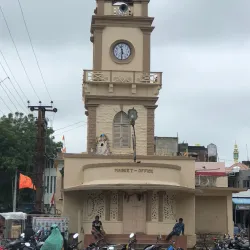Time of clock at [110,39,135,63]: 11:30
